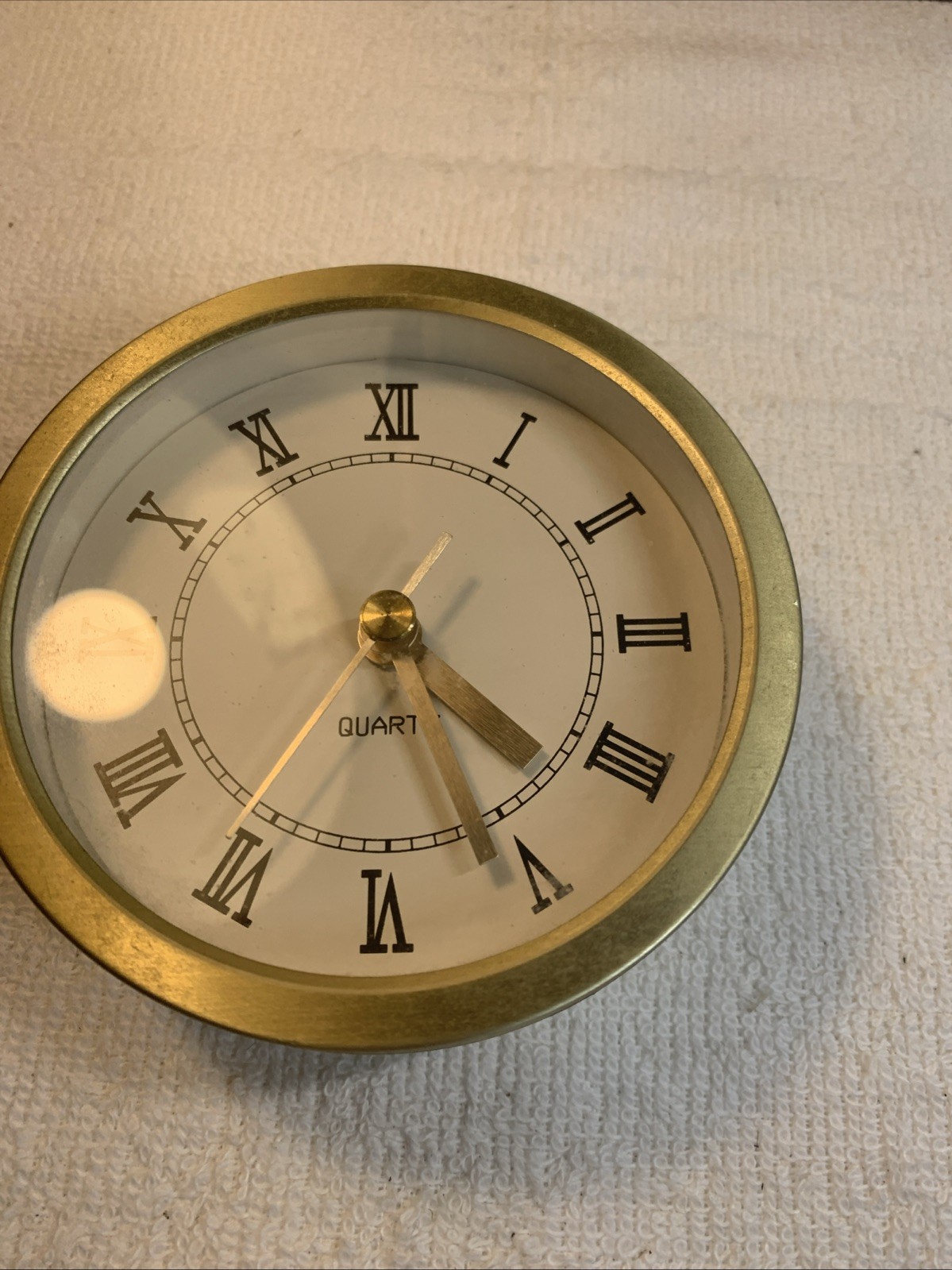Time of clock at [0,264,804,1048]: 4:26
